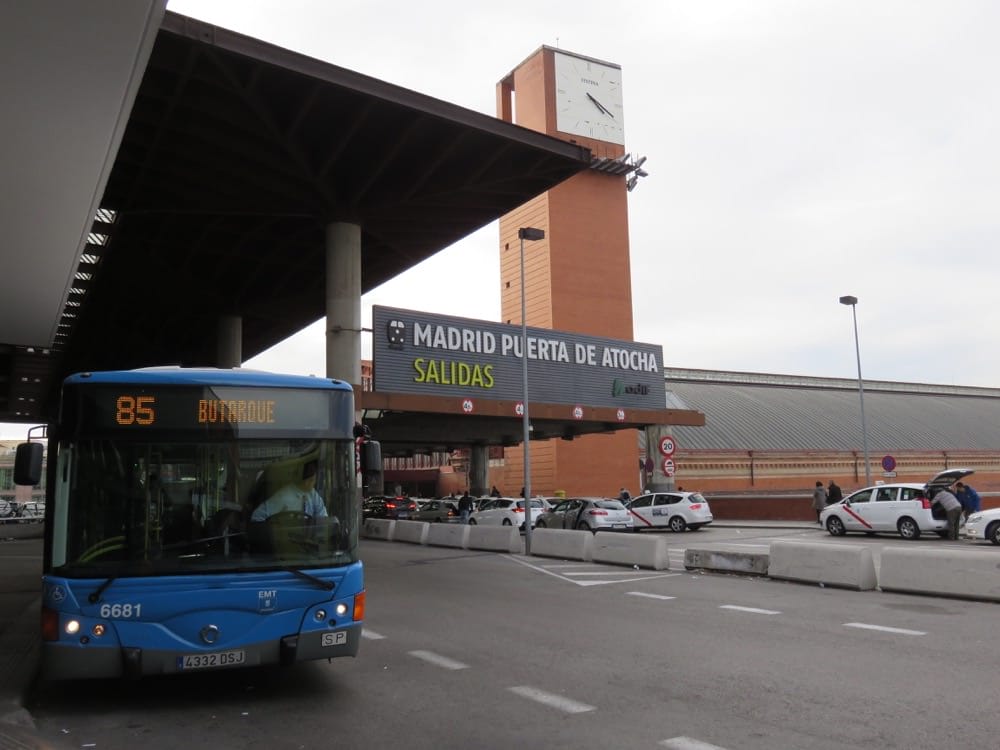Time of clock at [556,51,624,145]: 4:19
